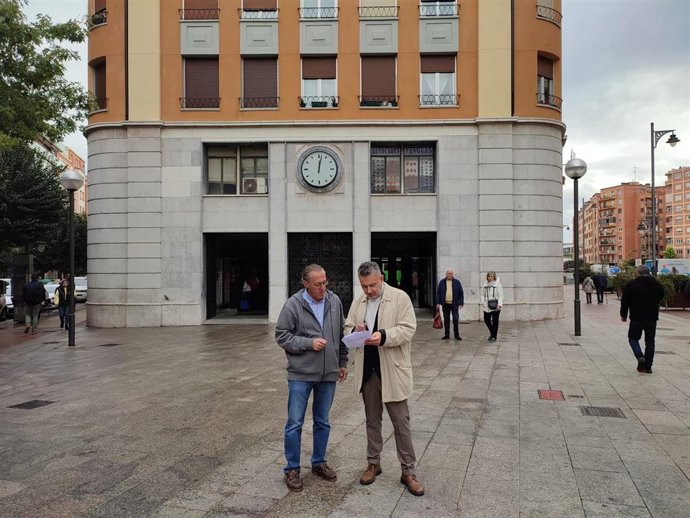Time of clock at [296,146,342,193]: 12:01
